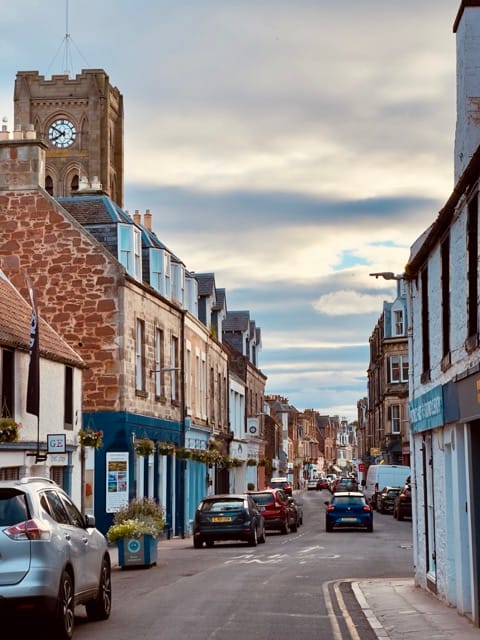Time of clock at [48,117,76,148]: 7:50
